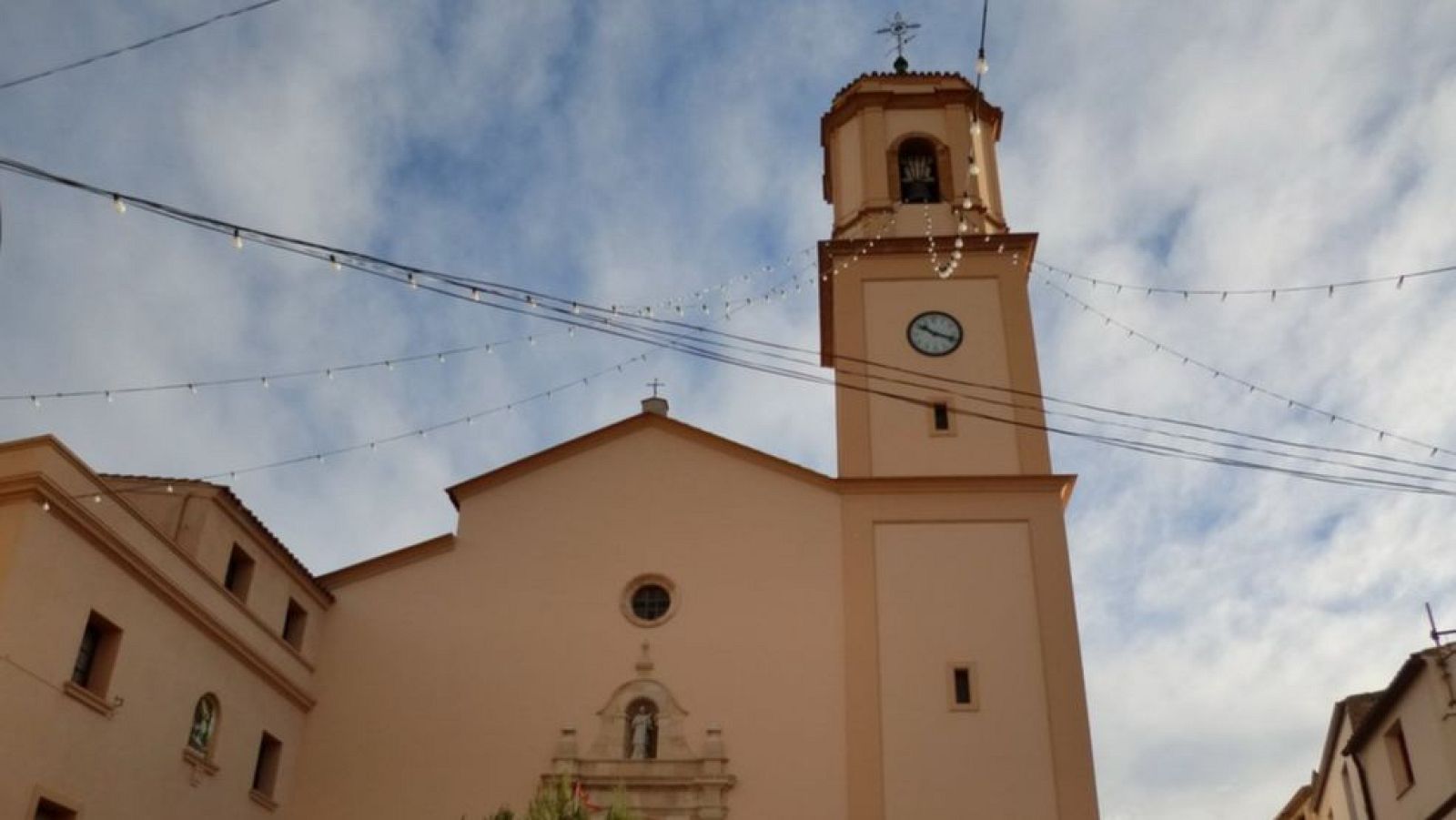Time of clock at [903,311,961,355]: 10:18
